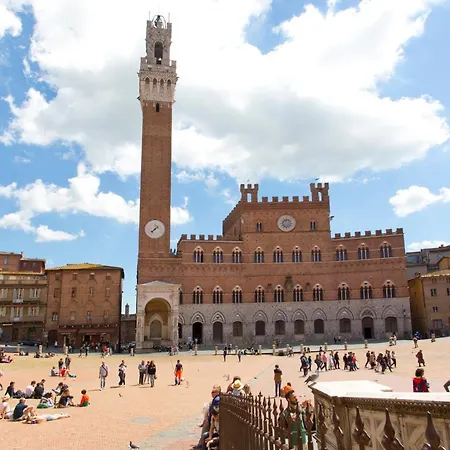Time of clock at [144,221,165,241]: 1:37
